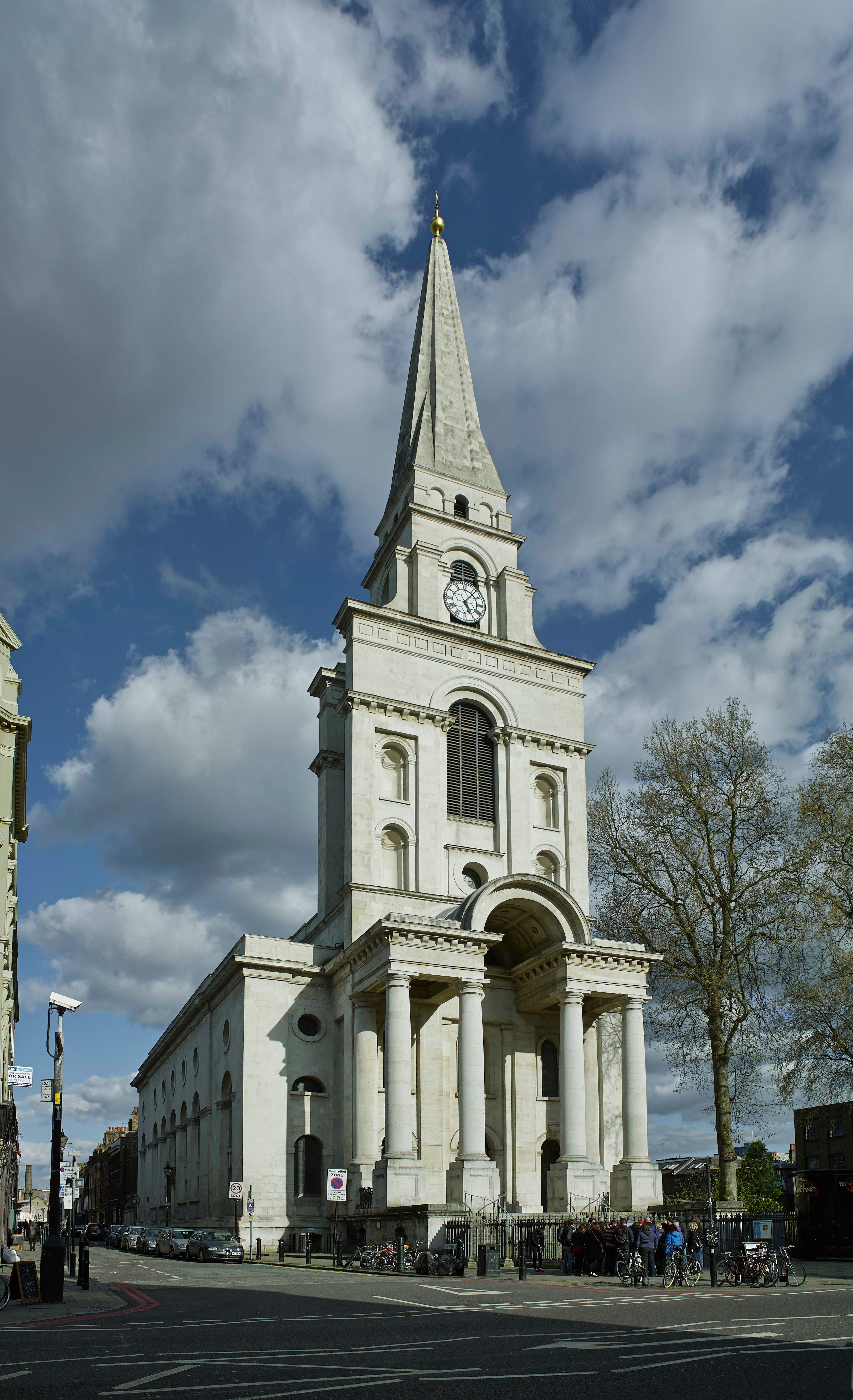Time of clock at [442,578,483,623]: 5:06
